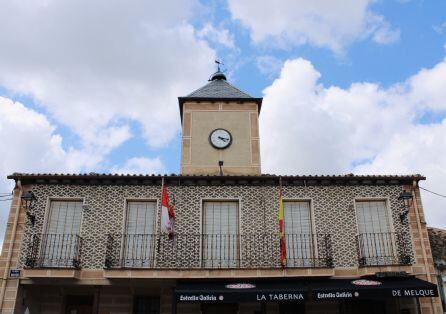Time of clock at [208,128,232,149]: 4:16
